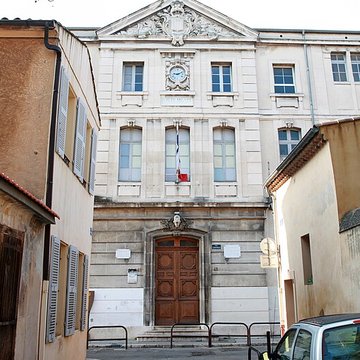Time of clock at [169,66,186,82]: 9:11
